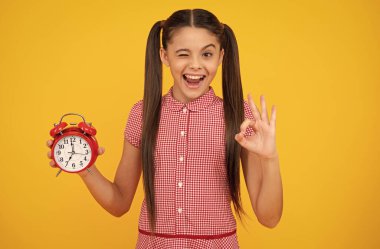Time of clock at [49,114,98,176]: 6:59
